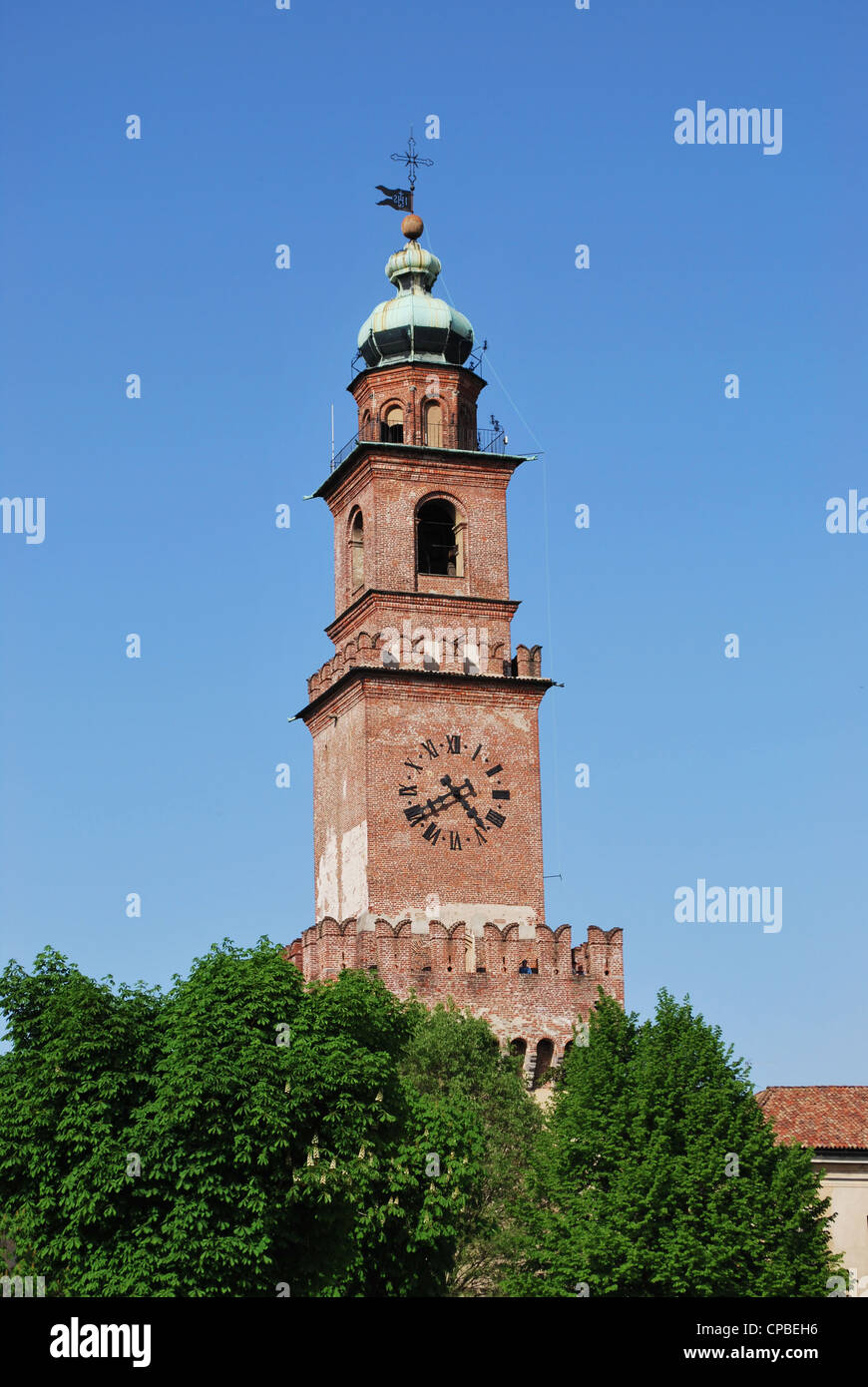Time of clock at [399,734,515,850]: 4:40
